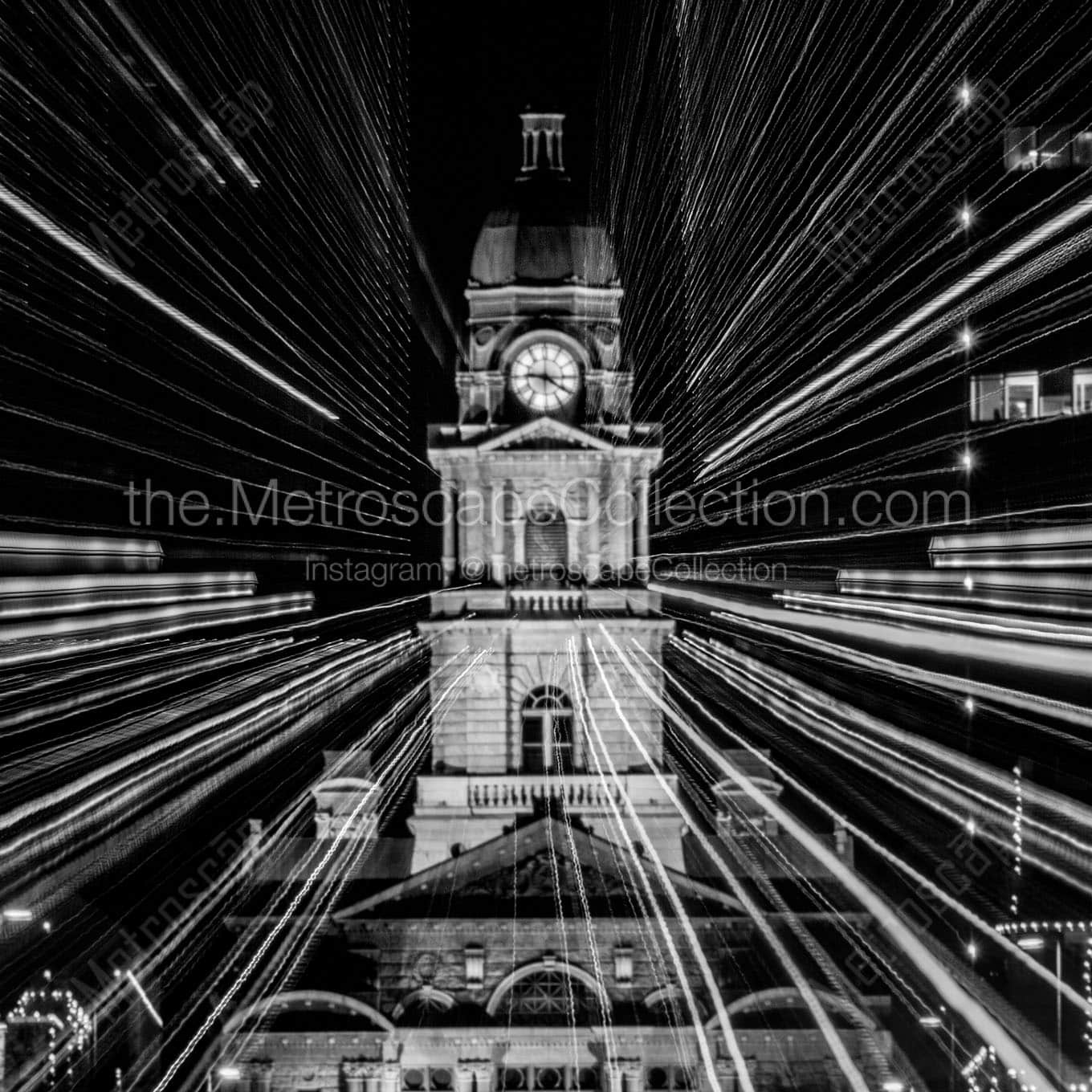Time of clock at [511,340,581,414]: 9:20
